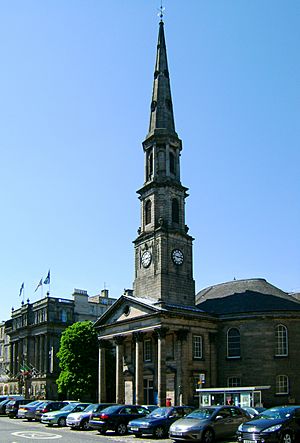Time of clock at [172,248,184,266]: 2:46
